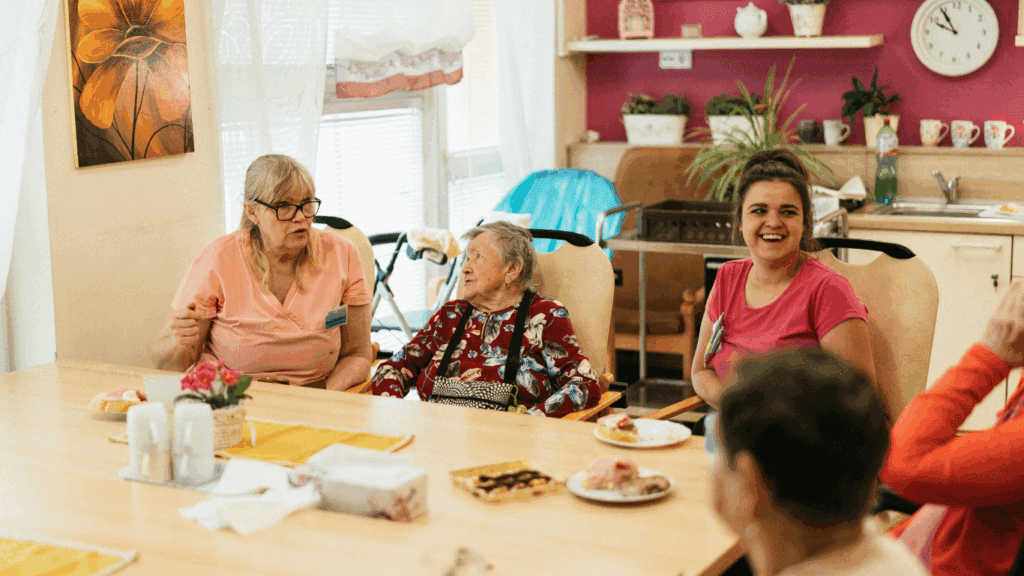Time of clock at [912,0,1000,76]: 9:54
